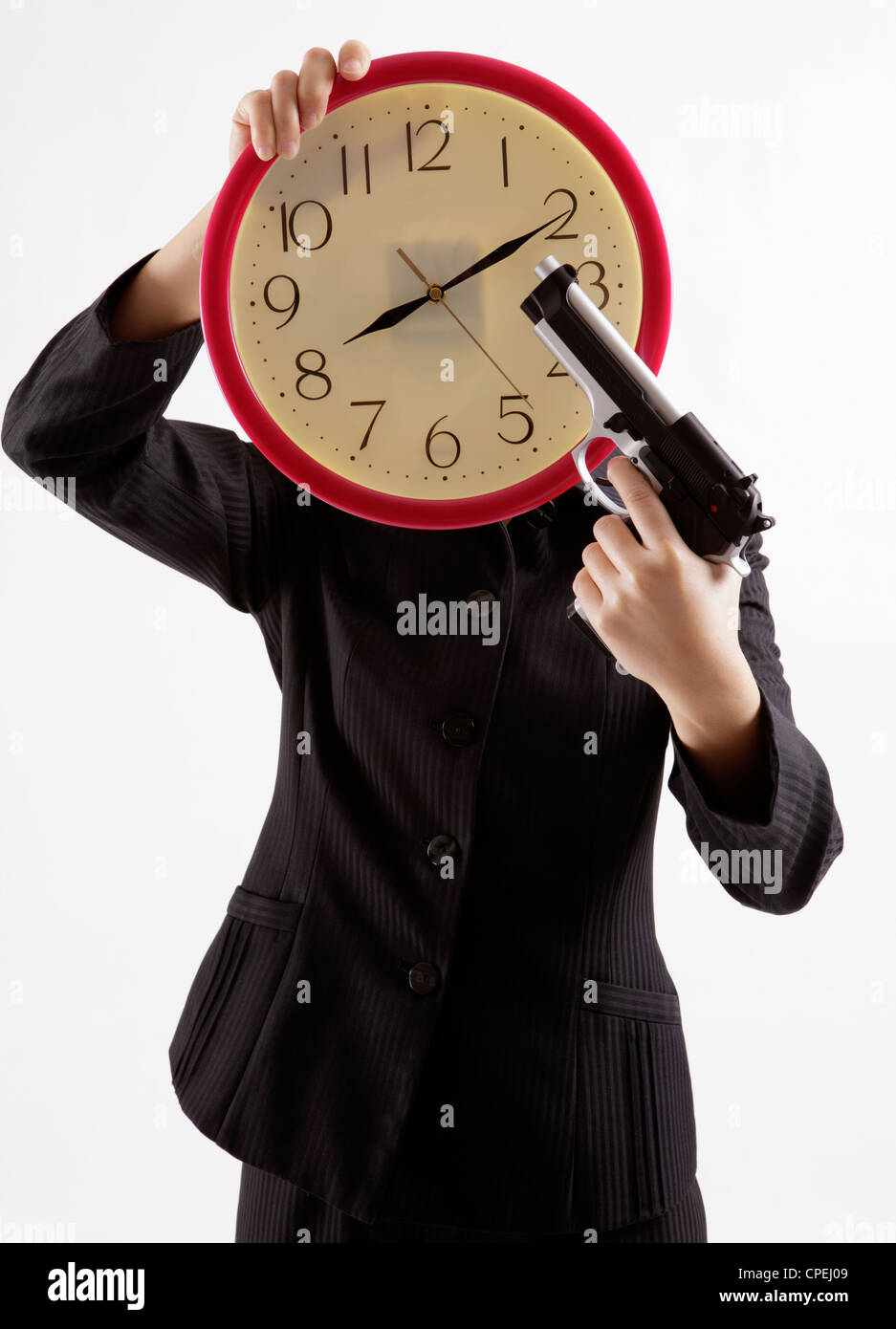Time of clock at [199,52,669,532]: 8:10
